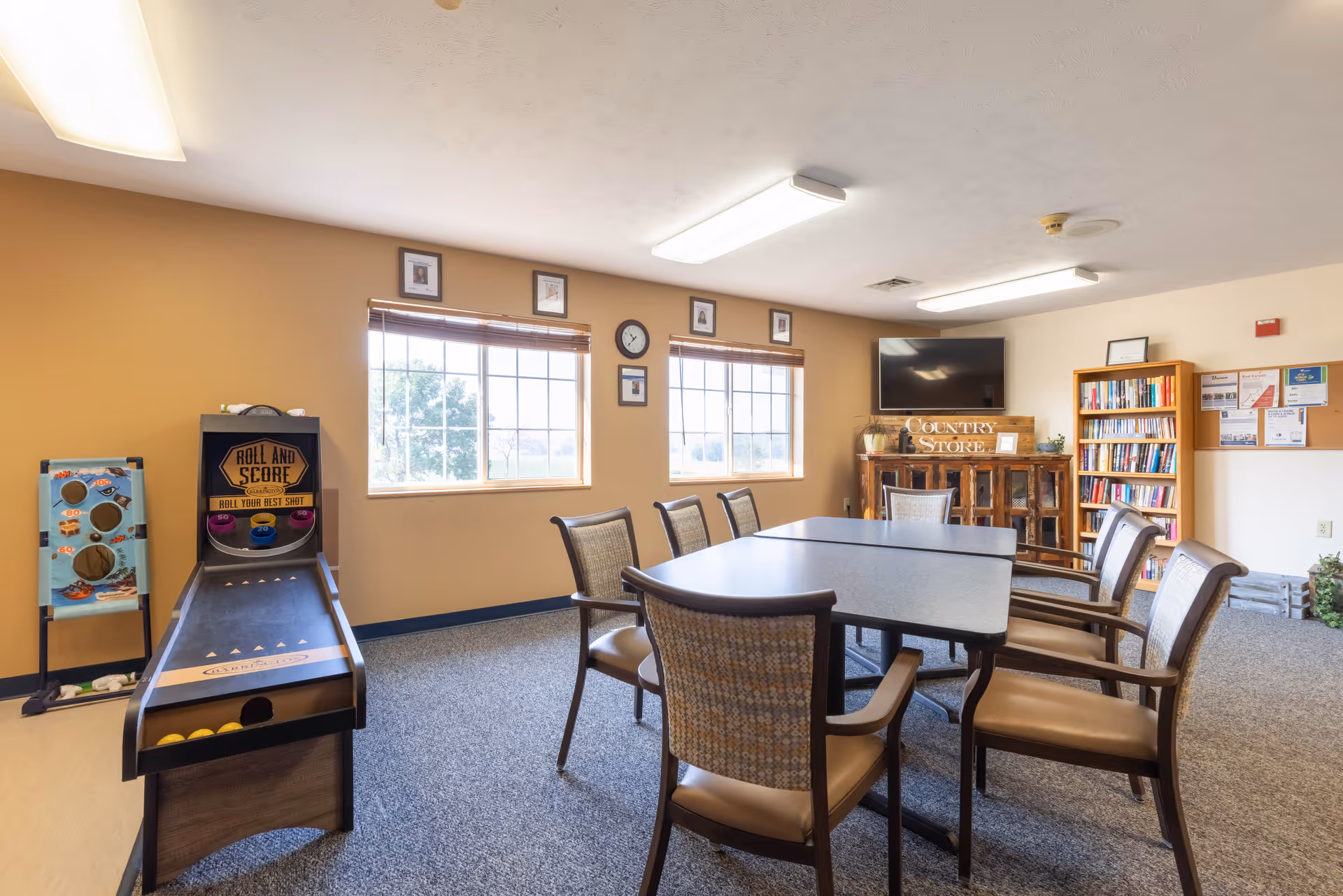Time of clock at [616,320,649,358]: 10:37
